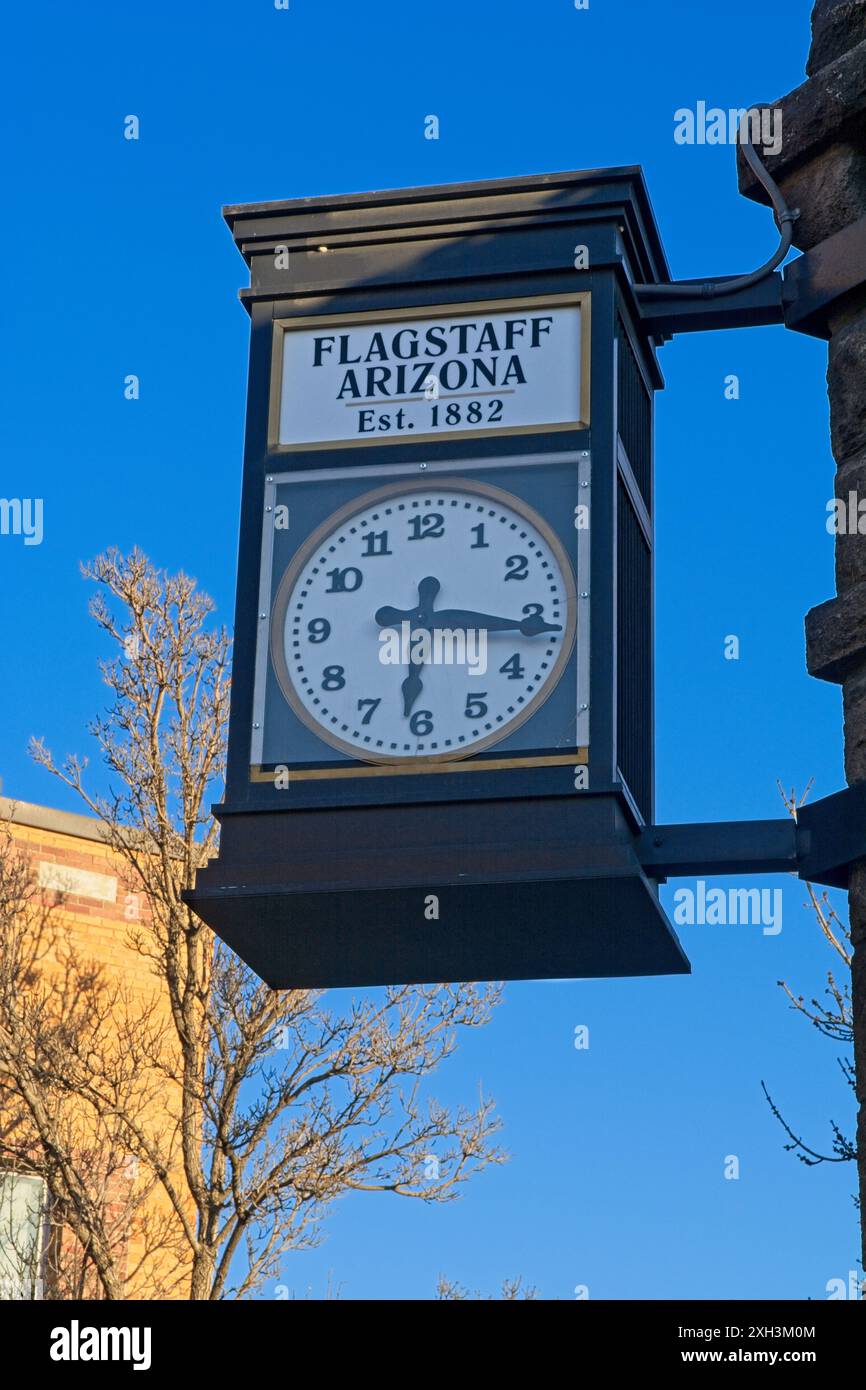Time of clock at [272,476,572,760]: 6:16
